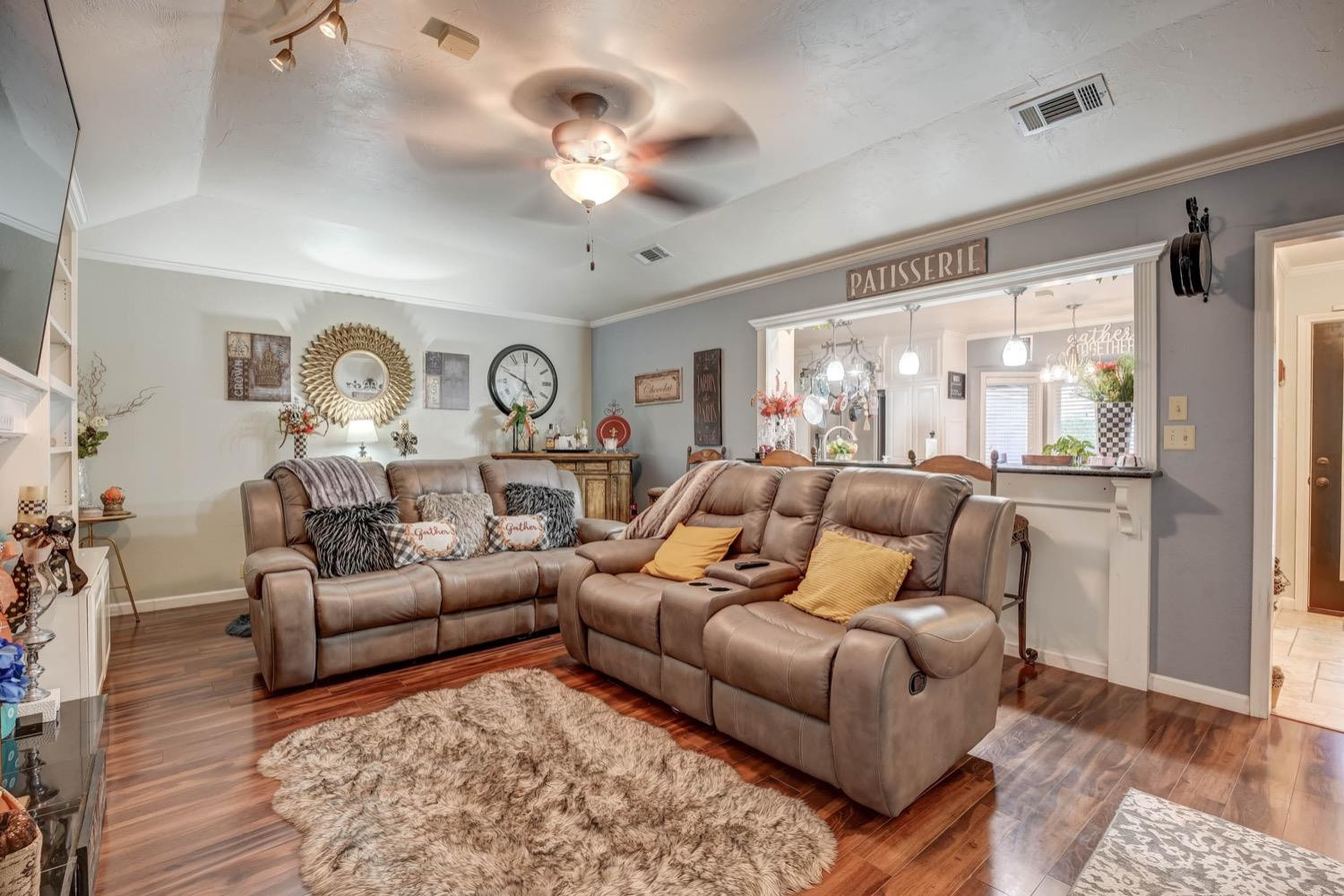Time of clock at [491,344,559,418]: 4:49
